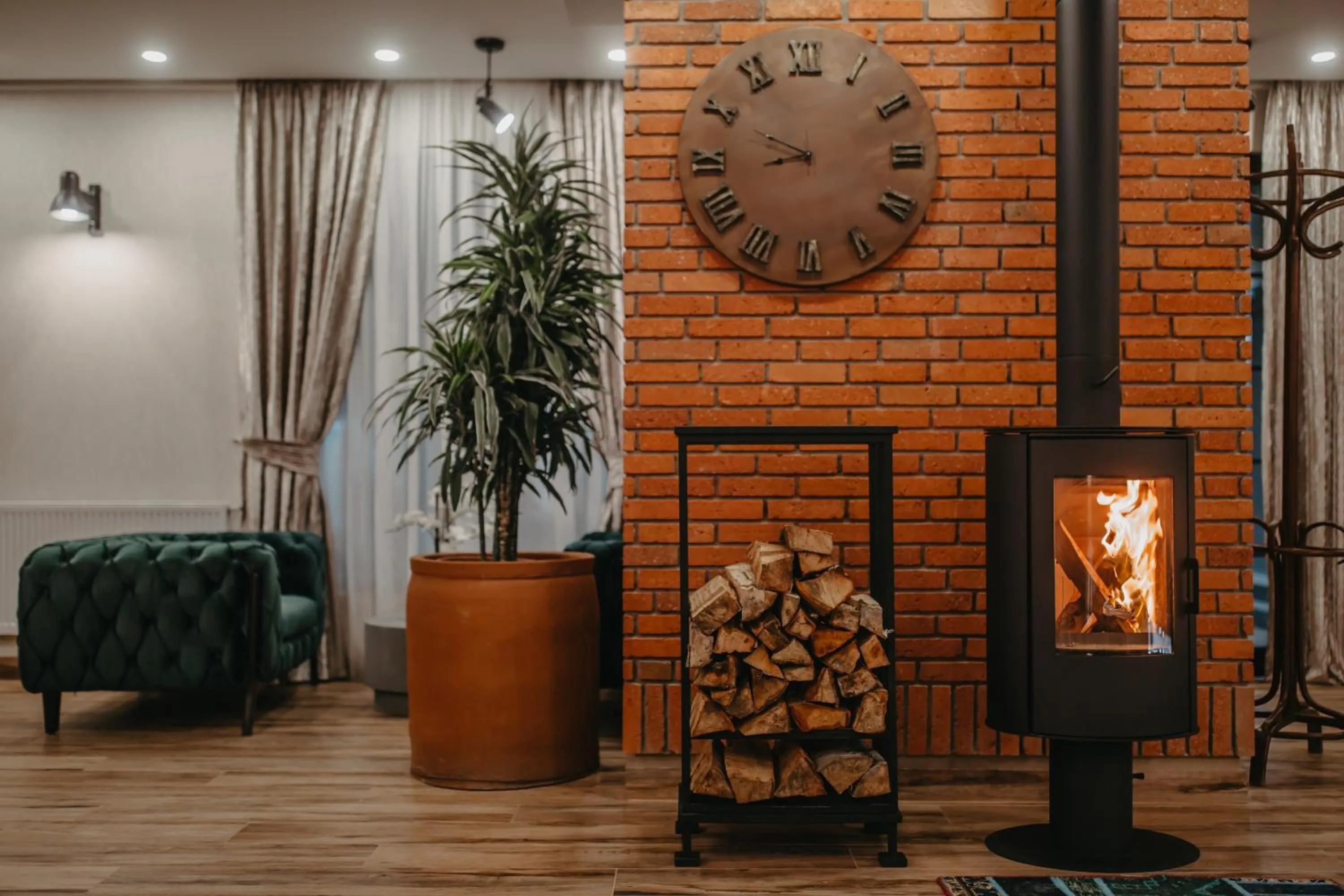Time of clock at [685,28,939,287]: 8:49
